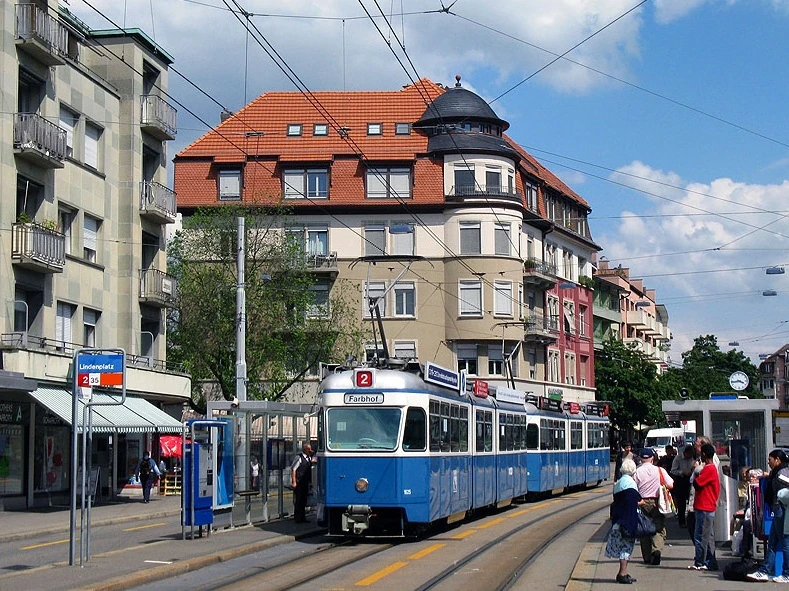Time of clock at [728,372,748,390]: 3:43
